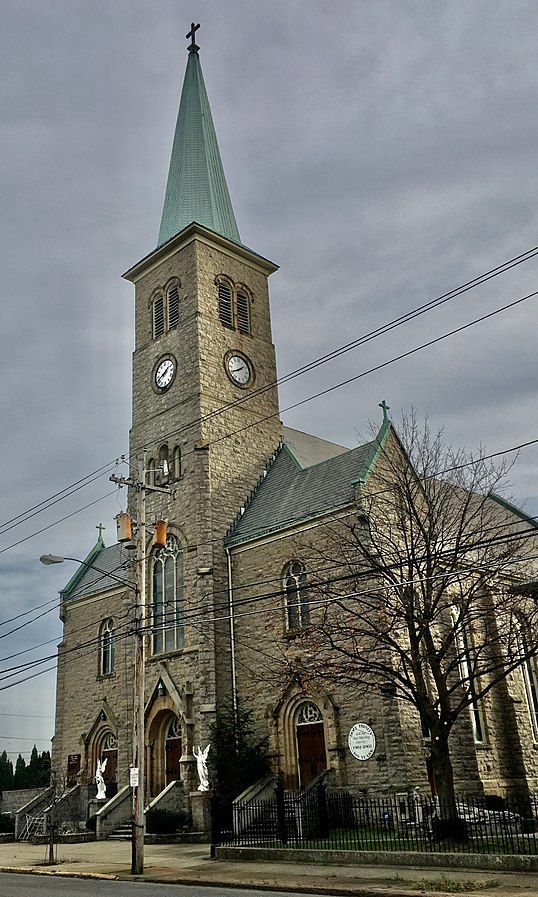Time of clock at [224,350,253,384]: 1:40
